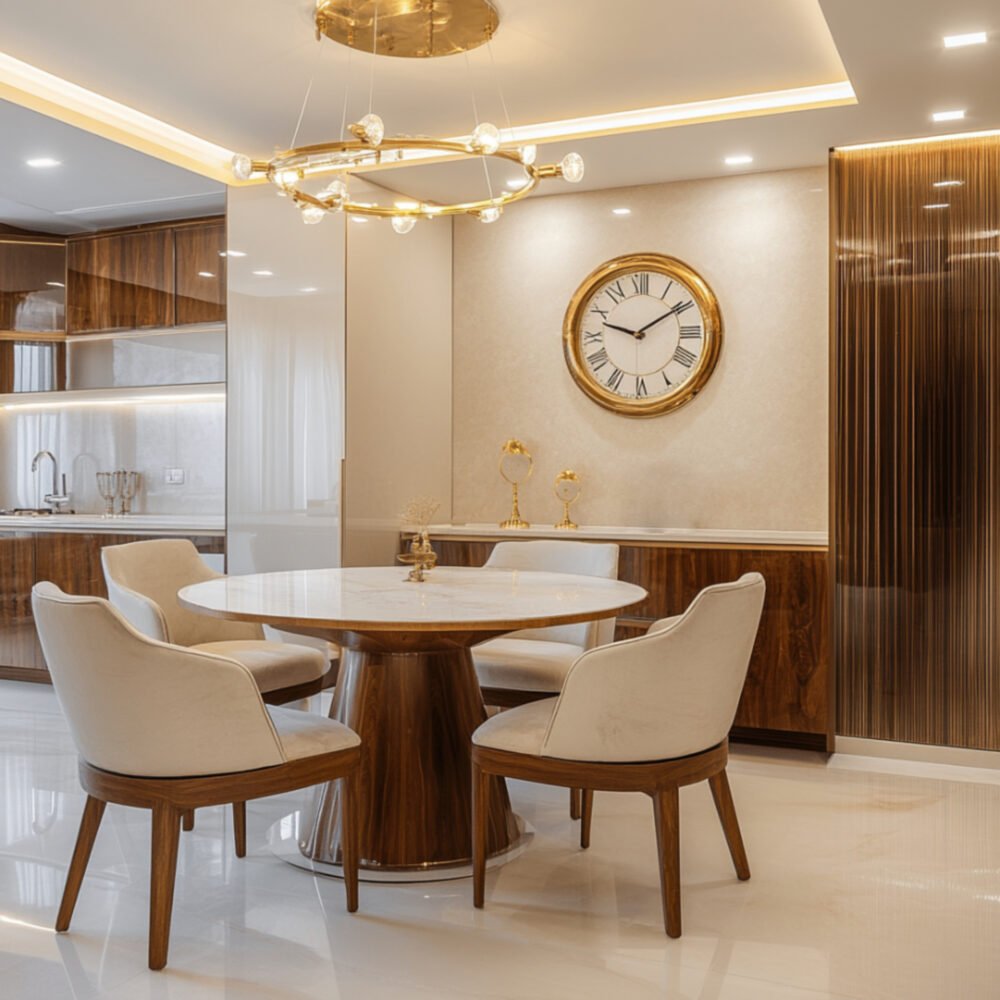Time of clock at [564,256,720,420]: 9:09
